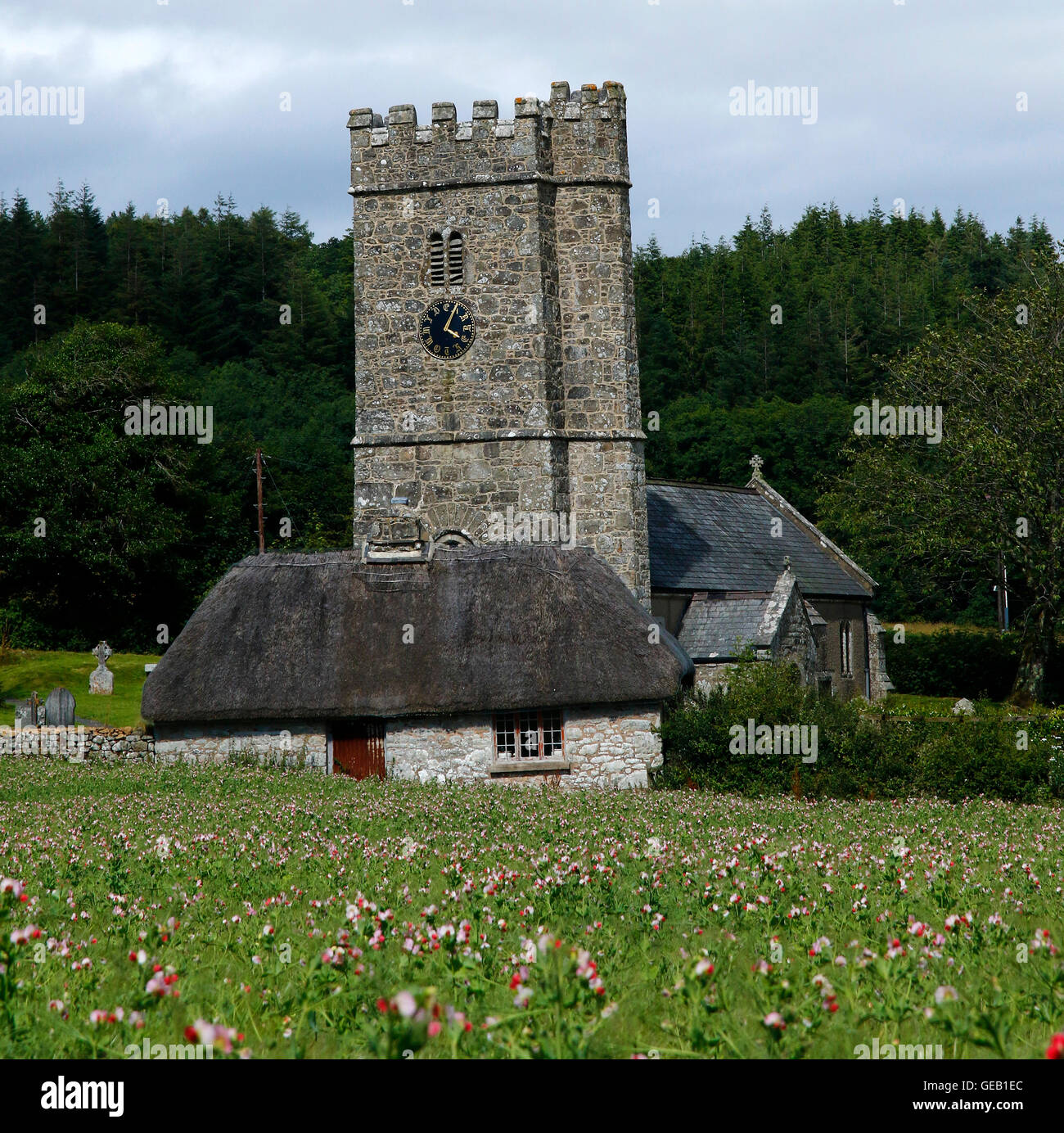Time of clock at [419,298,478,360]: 4:04
